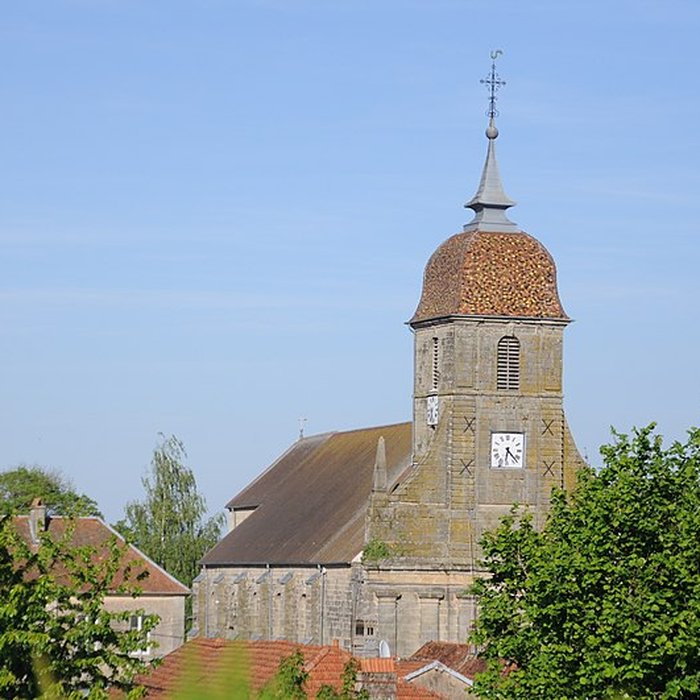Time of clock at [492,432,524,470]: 6:22
